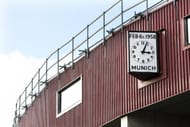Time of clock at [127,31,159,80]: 3:04
